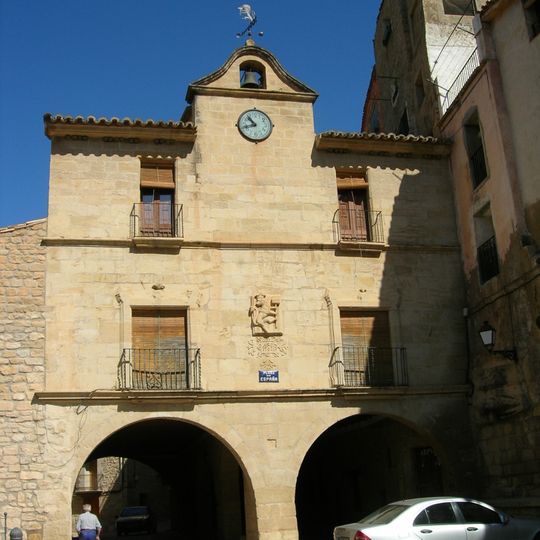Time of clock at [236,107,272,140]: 10:42
